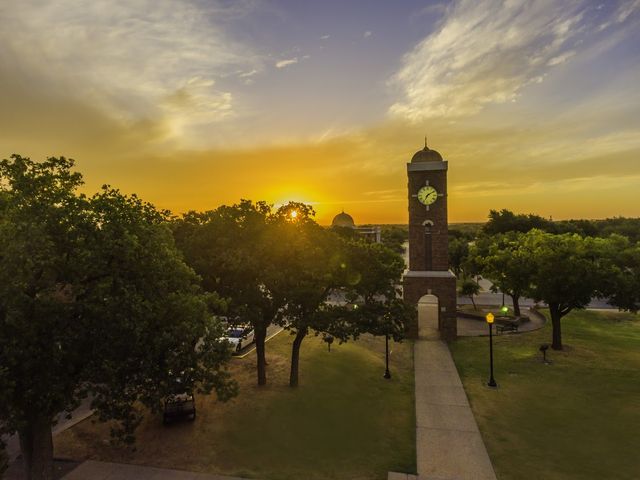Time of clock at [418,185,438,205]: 7:09
